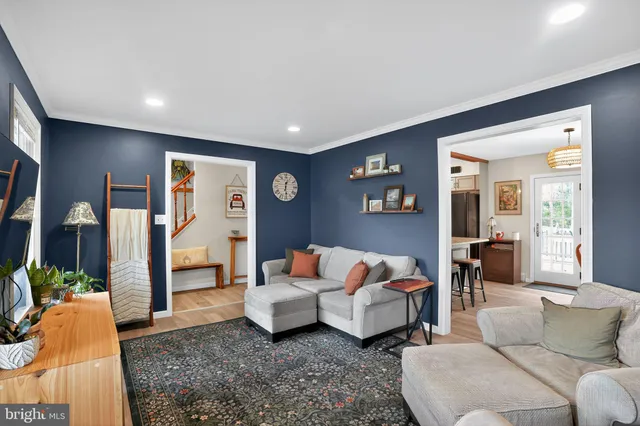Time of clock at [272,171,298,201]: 12:28
